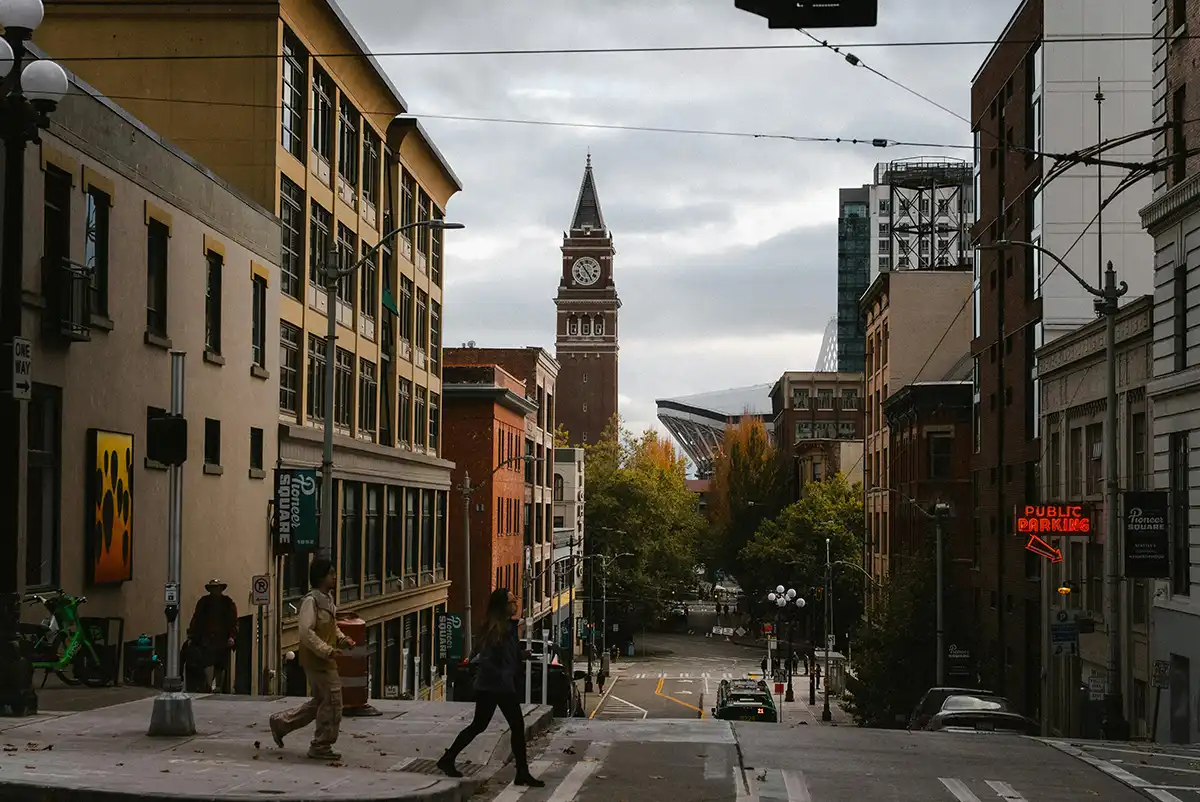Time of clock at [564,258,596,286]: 4:53
